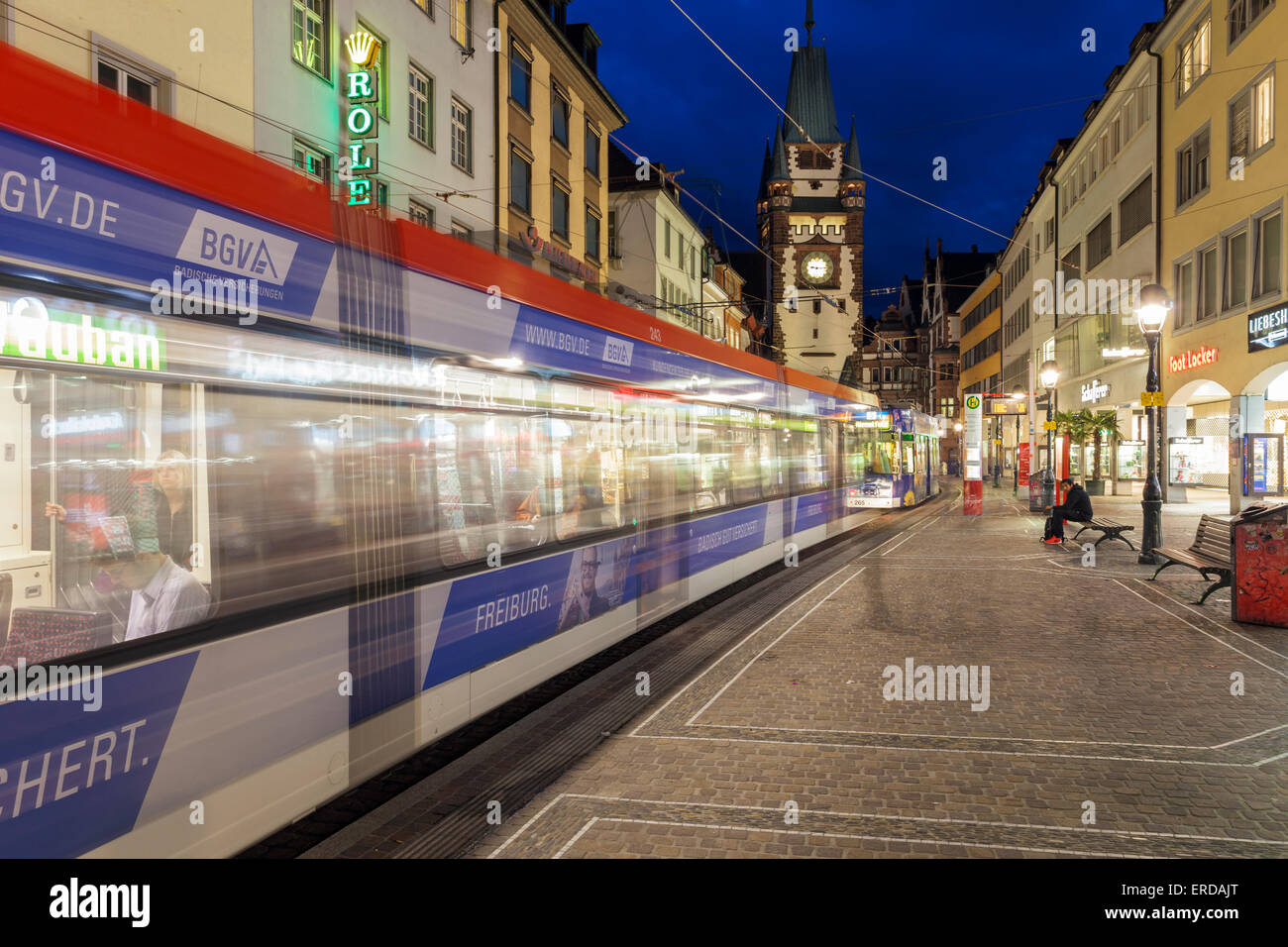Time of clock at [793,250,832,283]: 9:15
